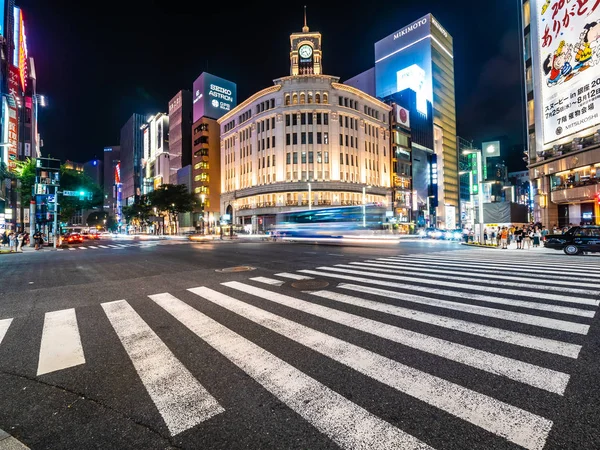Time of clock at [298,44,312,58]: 8:24
